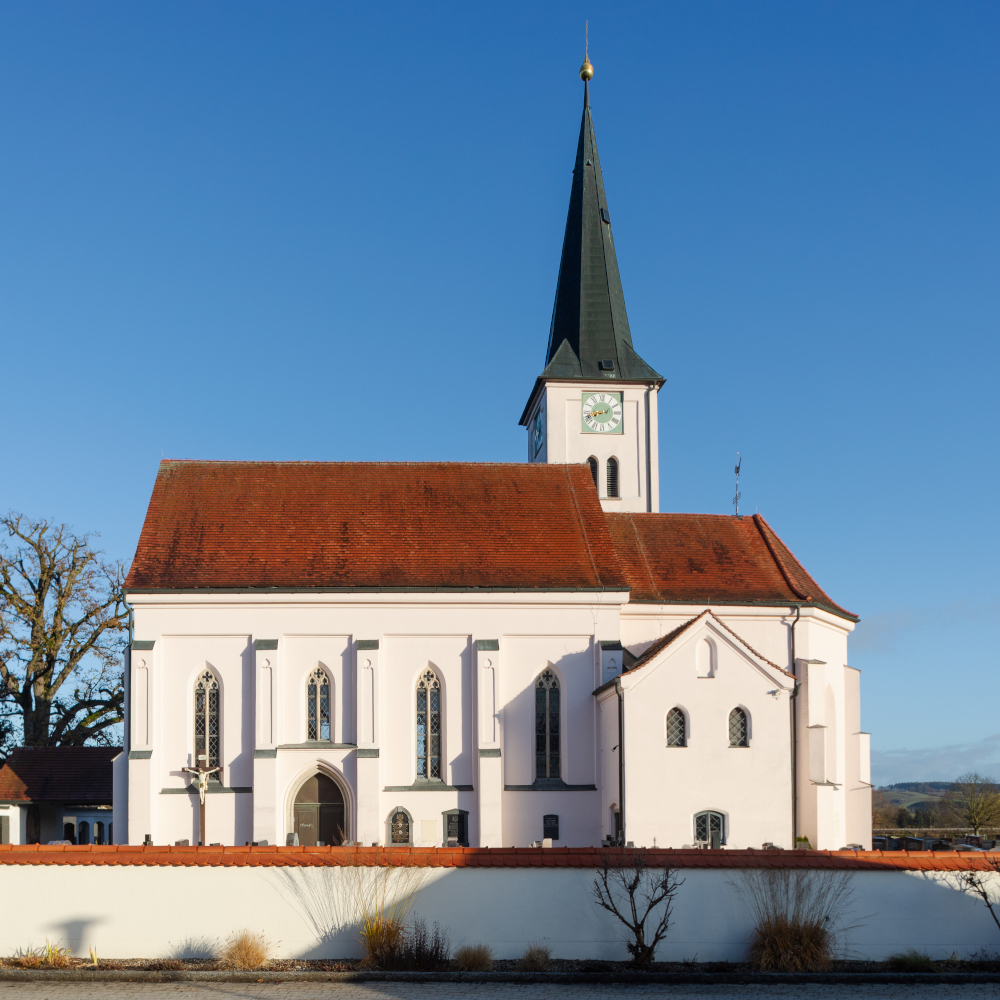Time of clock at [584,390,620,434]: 8:41
